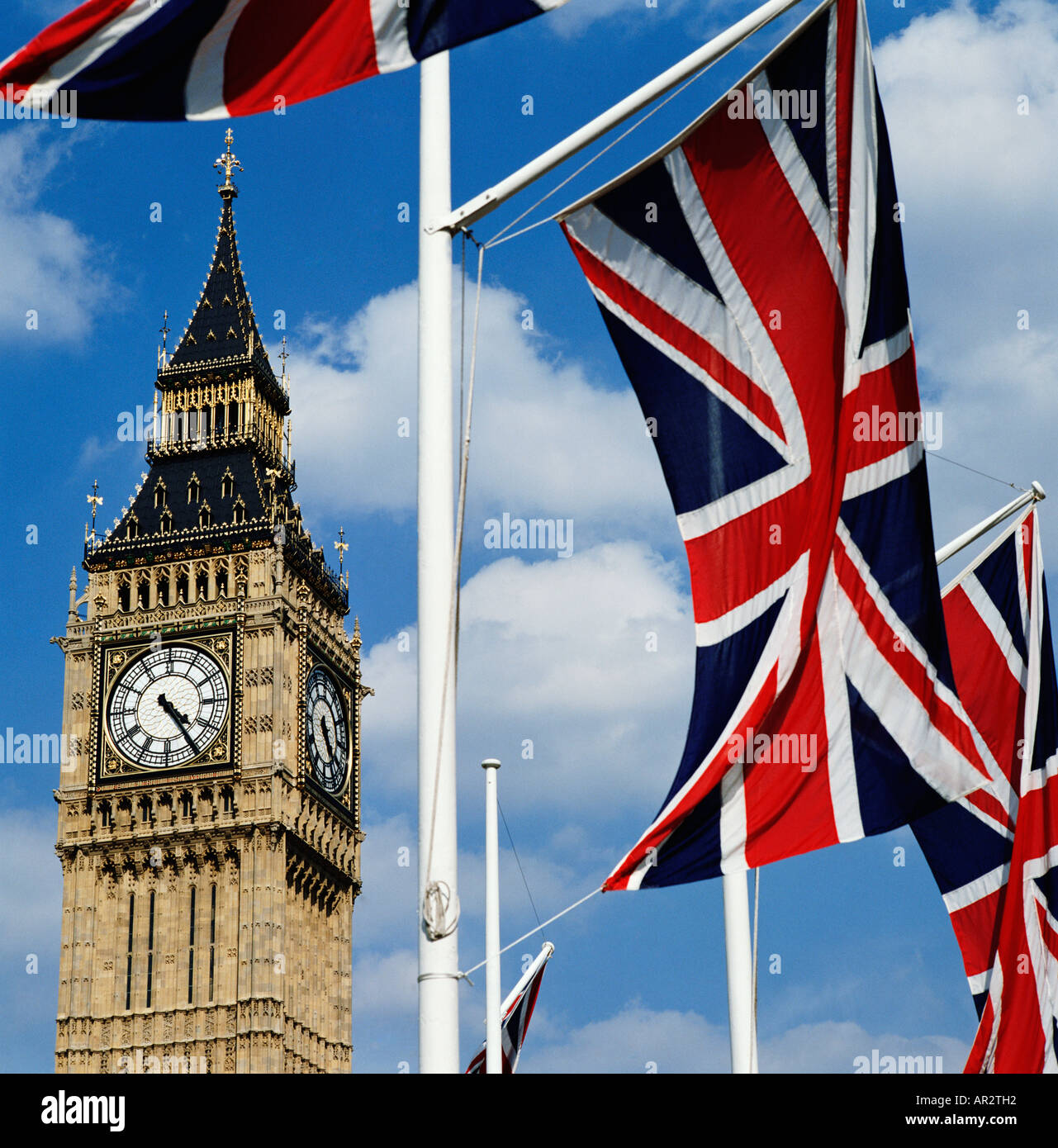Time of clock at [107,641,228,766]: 4:24
